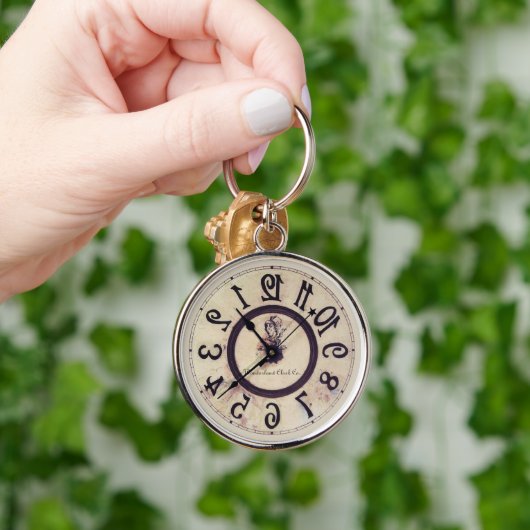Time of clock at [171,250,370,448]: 10:38
